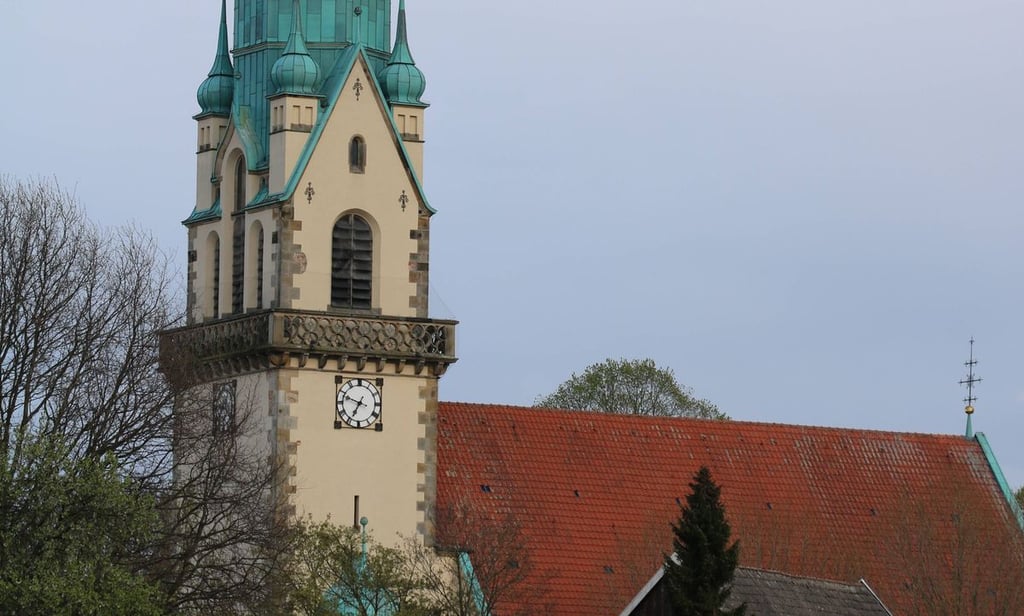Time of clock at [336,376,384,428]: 6:48
